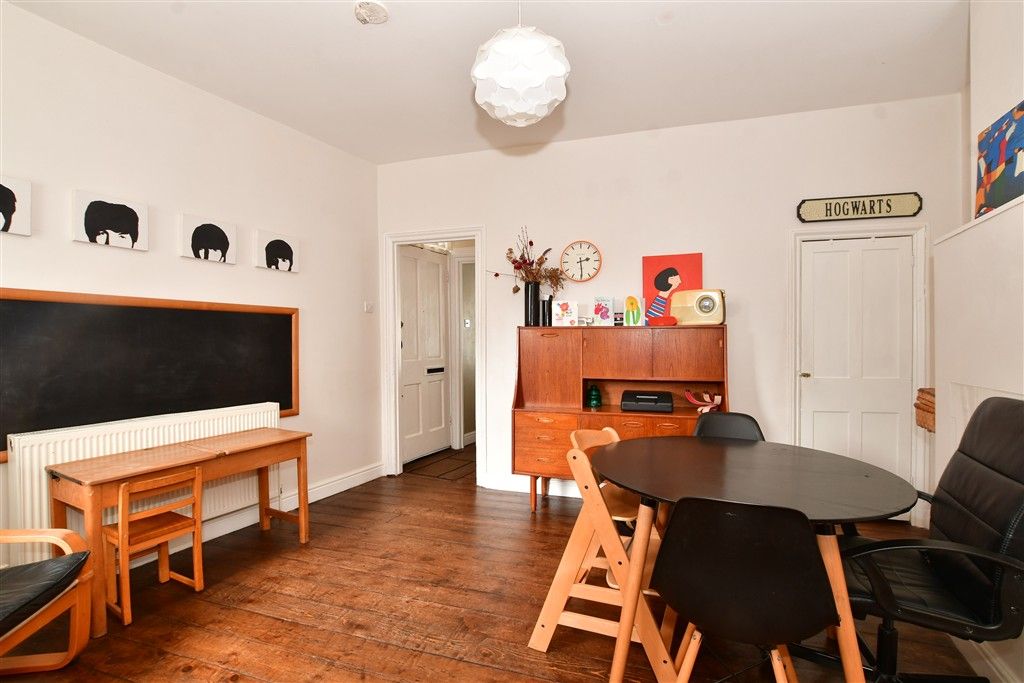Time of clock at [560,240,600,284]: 2:29
